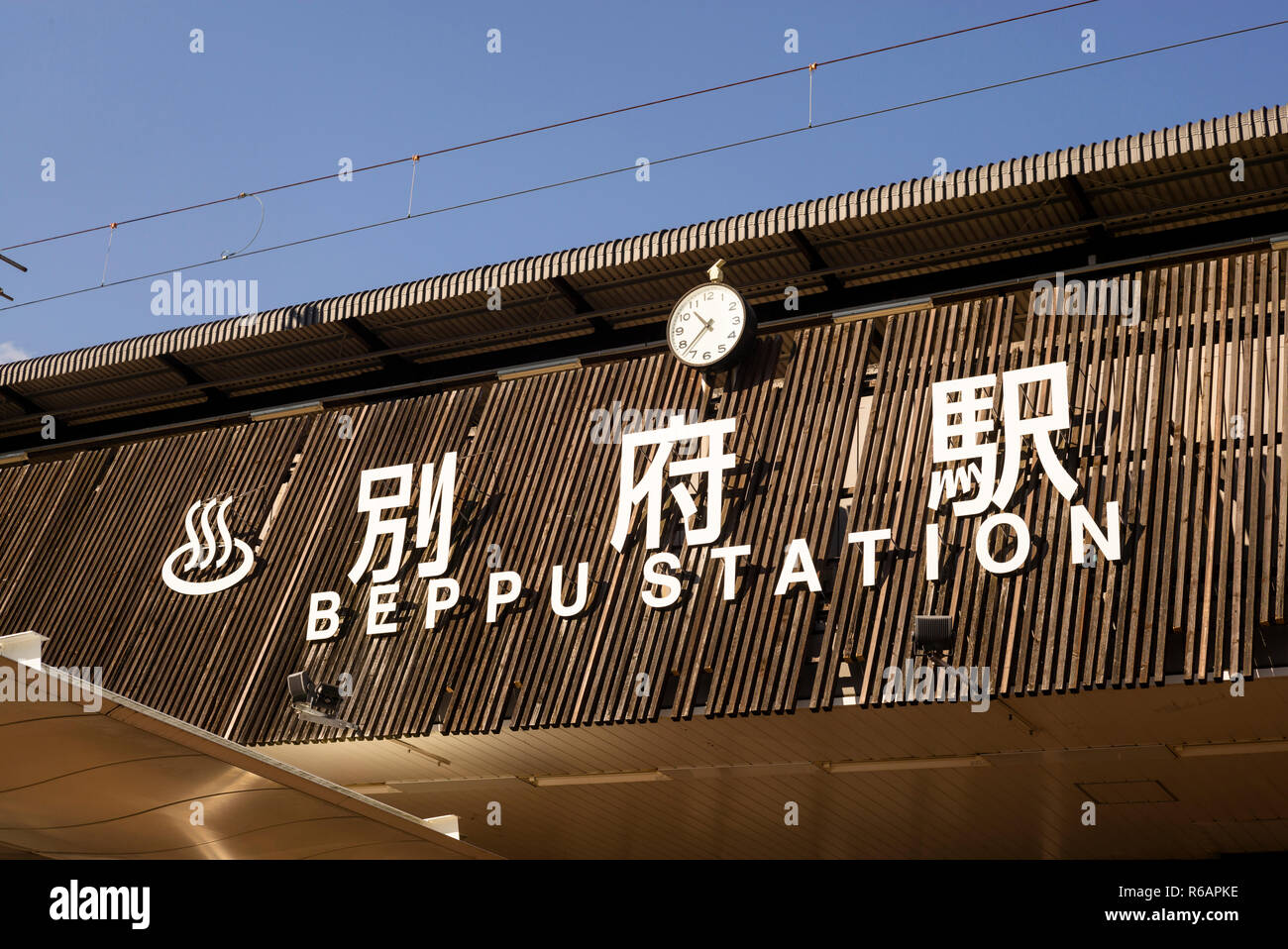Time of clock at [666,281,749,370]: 10:37
